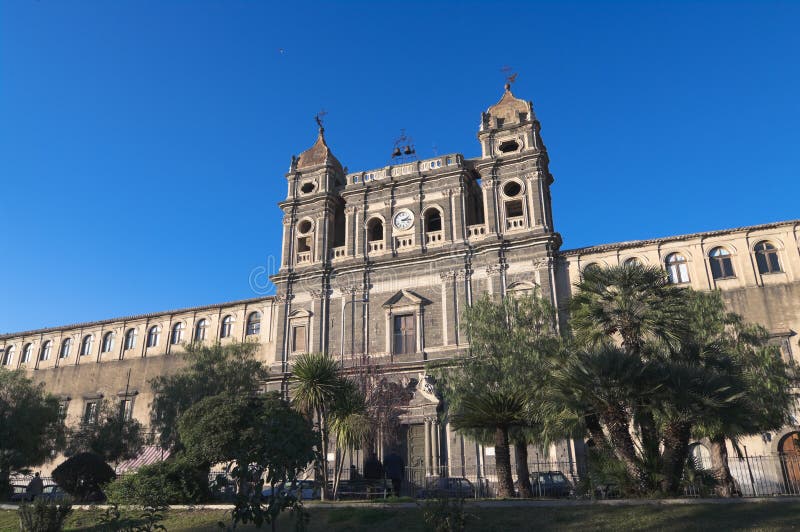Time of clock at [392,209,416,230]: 2:15
